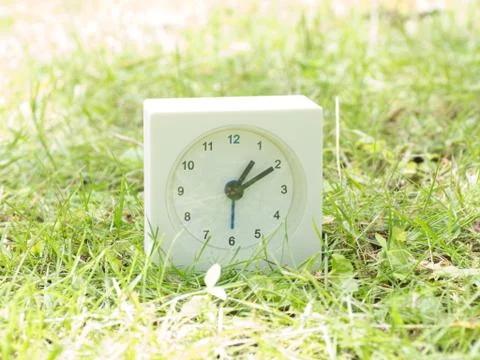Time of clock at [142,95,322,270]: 1:10
